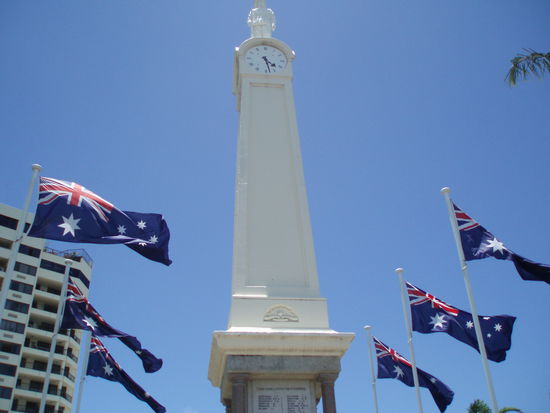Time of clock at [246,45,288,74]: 4:27
